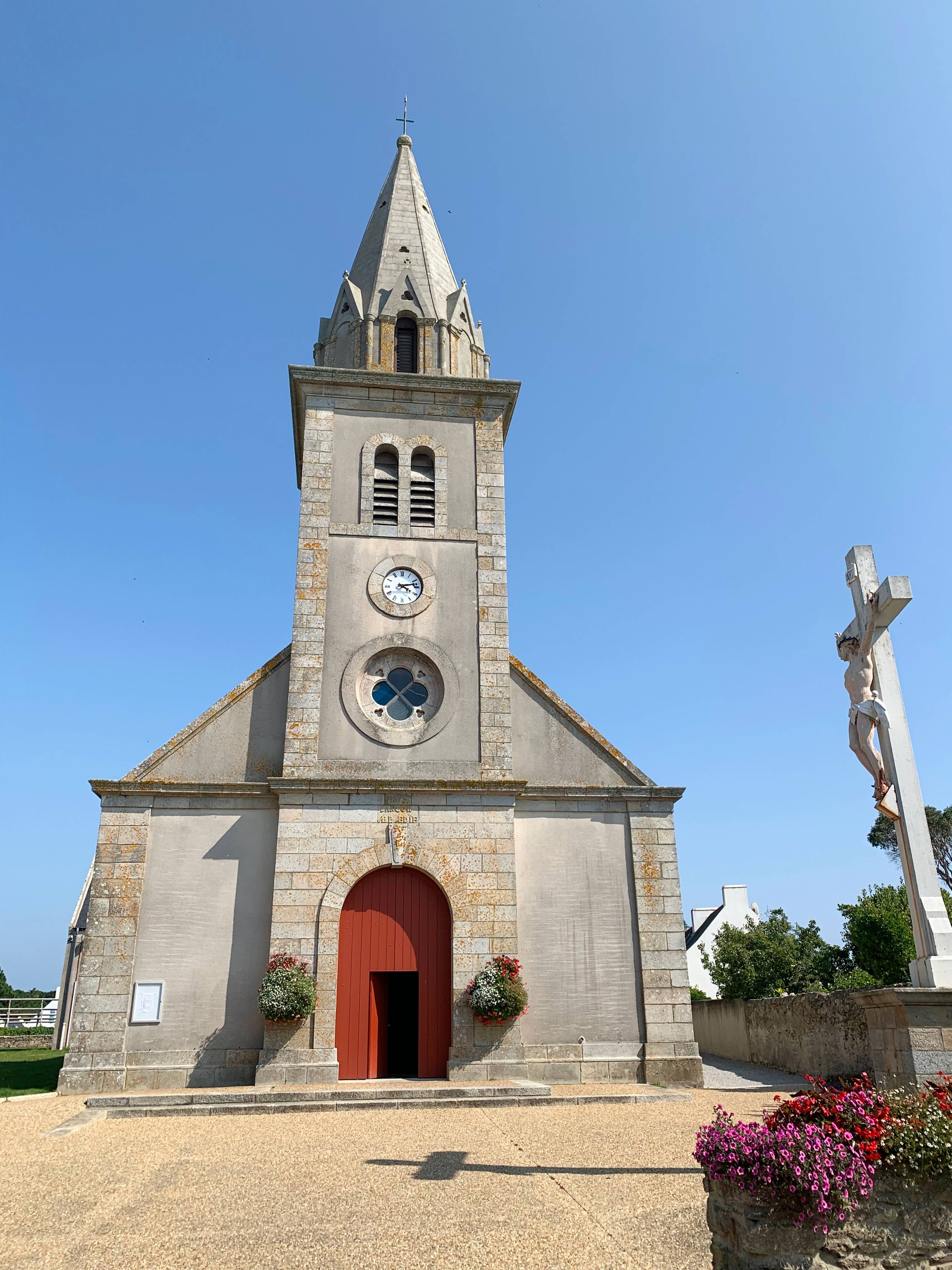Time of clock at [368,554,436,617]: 4:12
